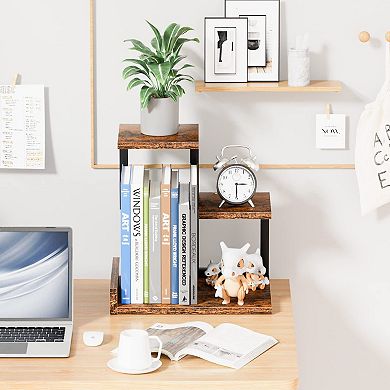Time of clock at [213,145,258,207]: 3:30
